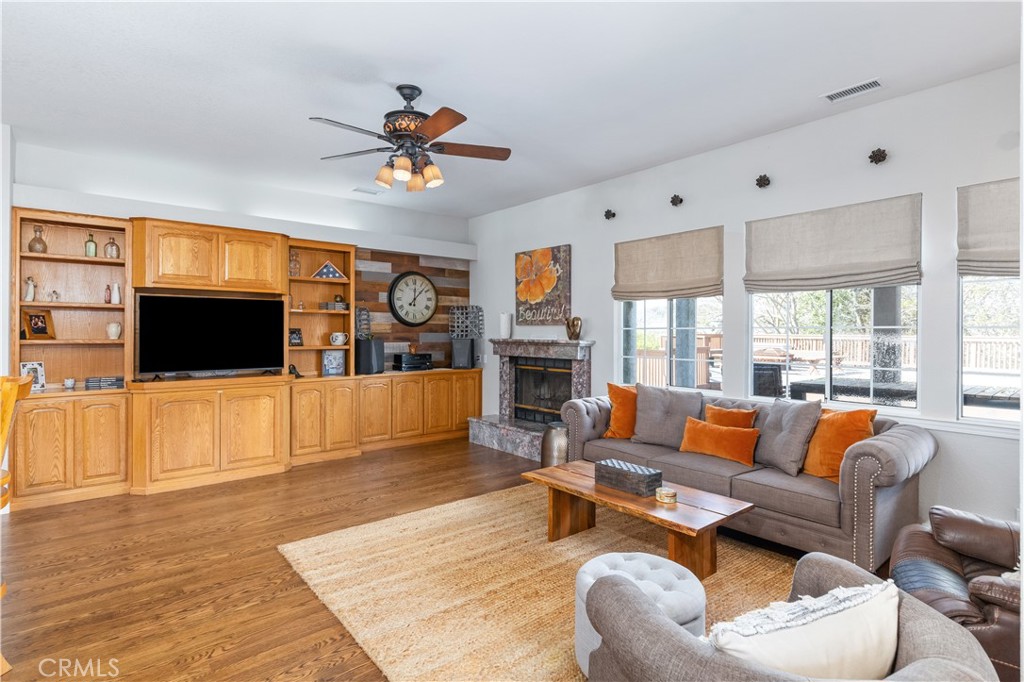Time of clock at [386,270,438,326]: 12:07
